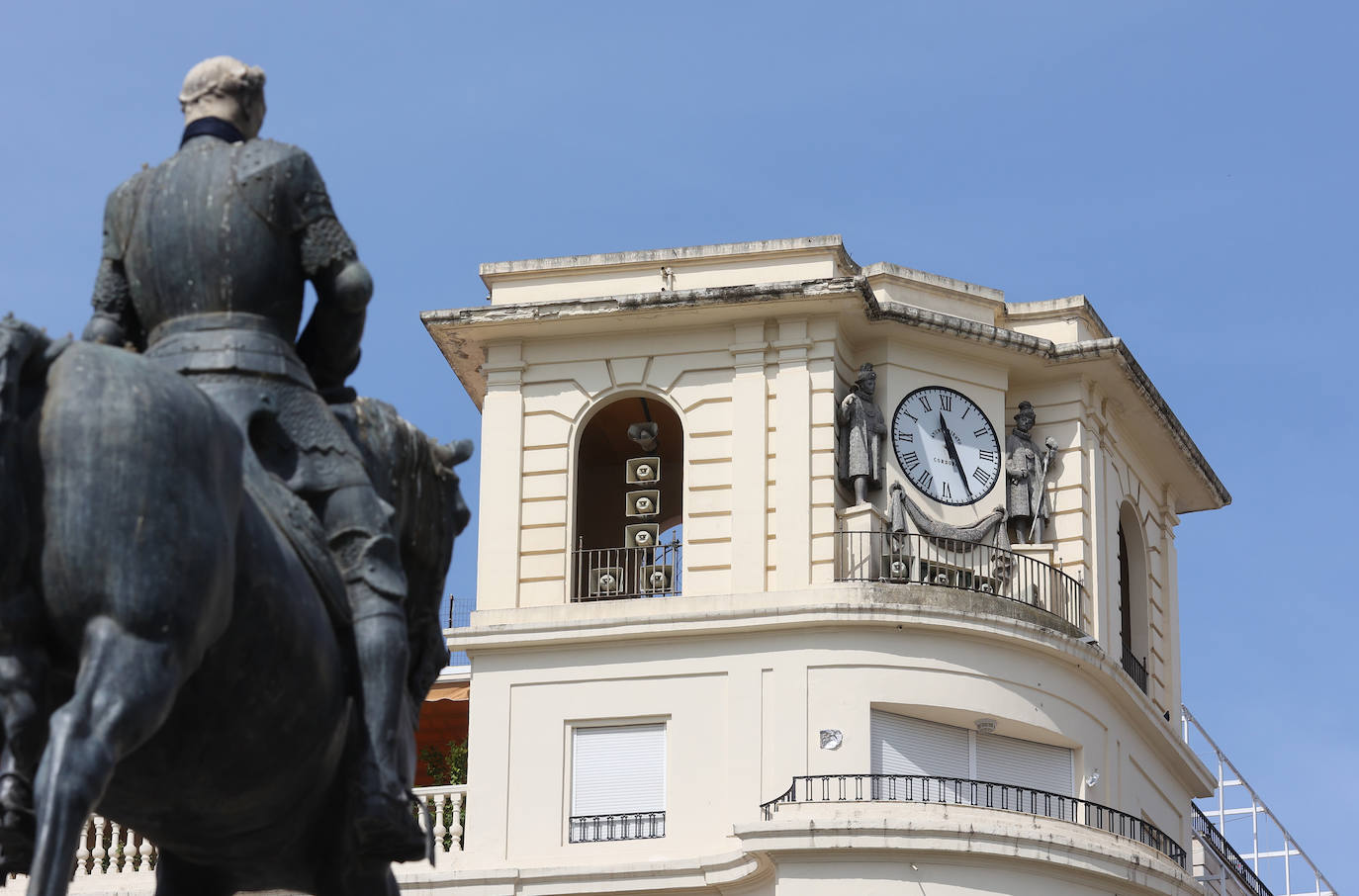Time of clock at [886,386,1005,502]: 11:25
